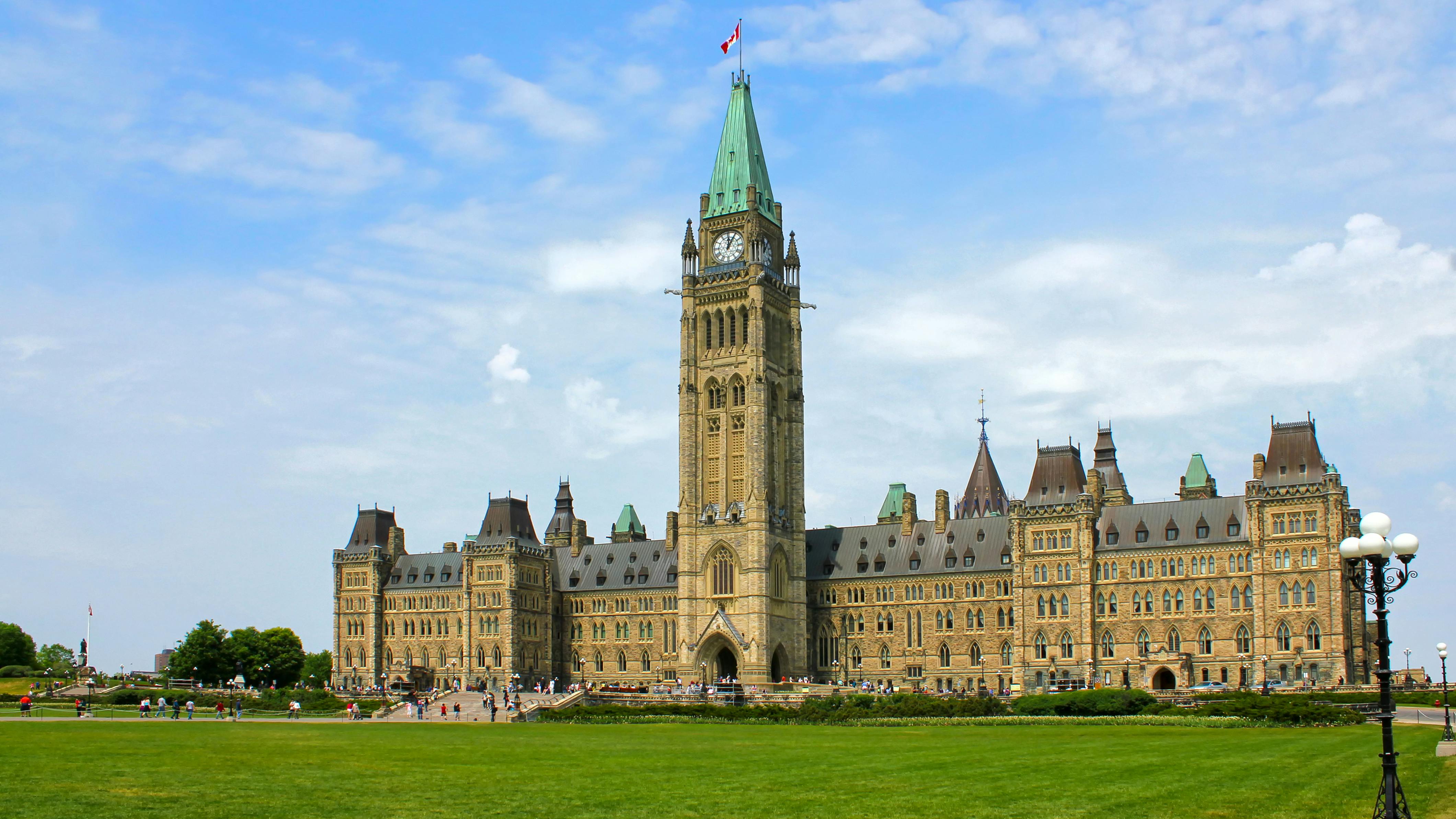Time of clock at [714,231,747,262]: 12:05
